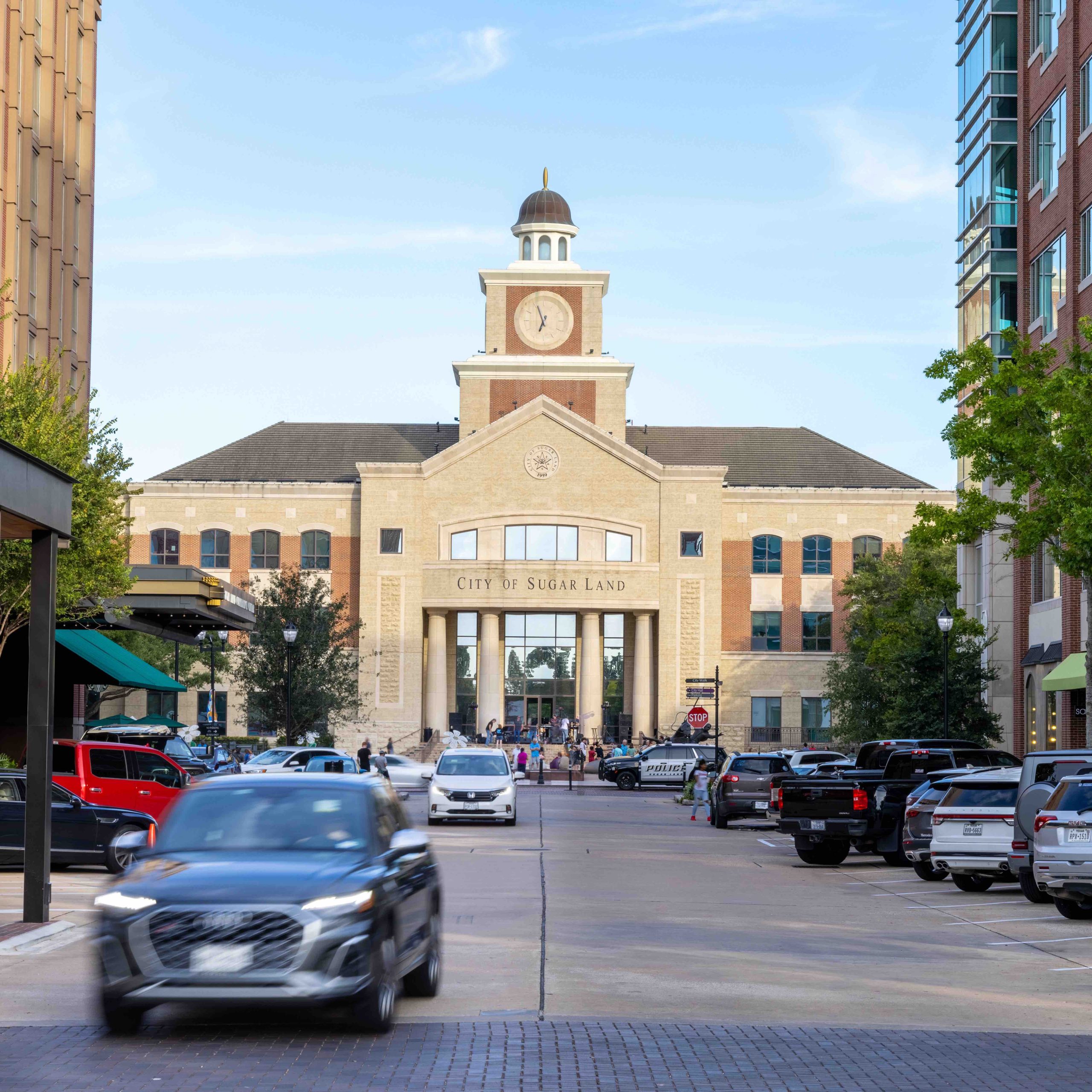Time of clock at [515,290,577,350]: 6:56
